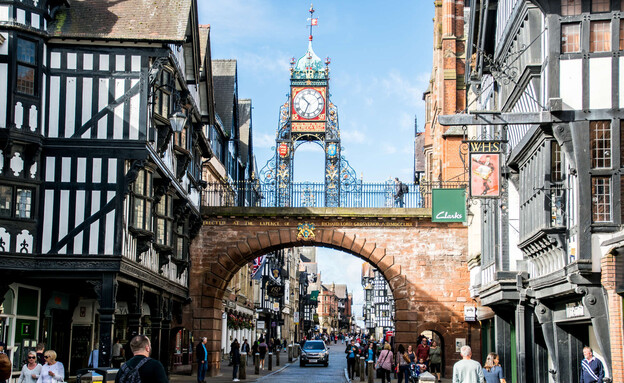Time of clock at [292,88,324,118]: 10:33
